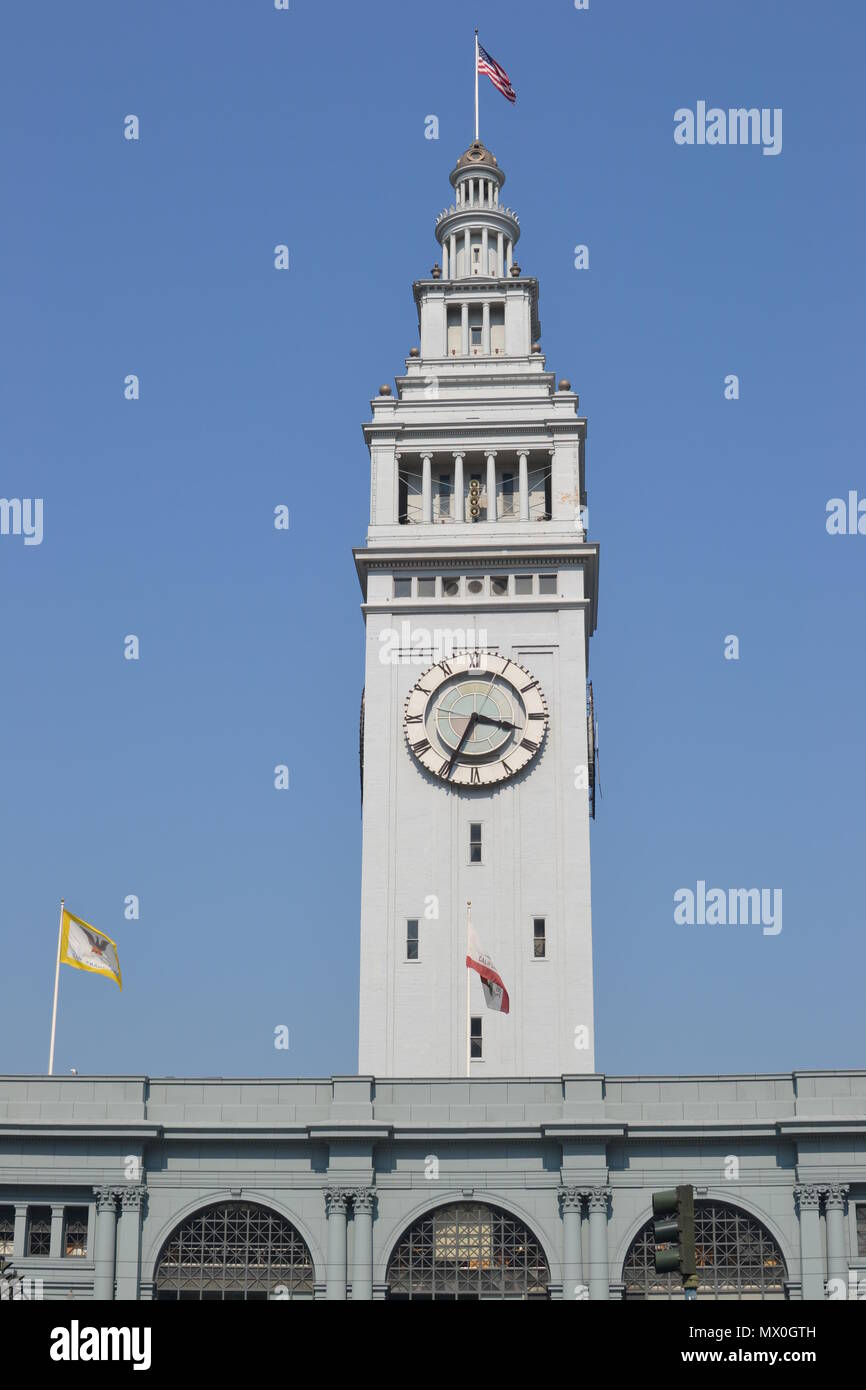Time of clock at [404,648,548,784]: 3:34
